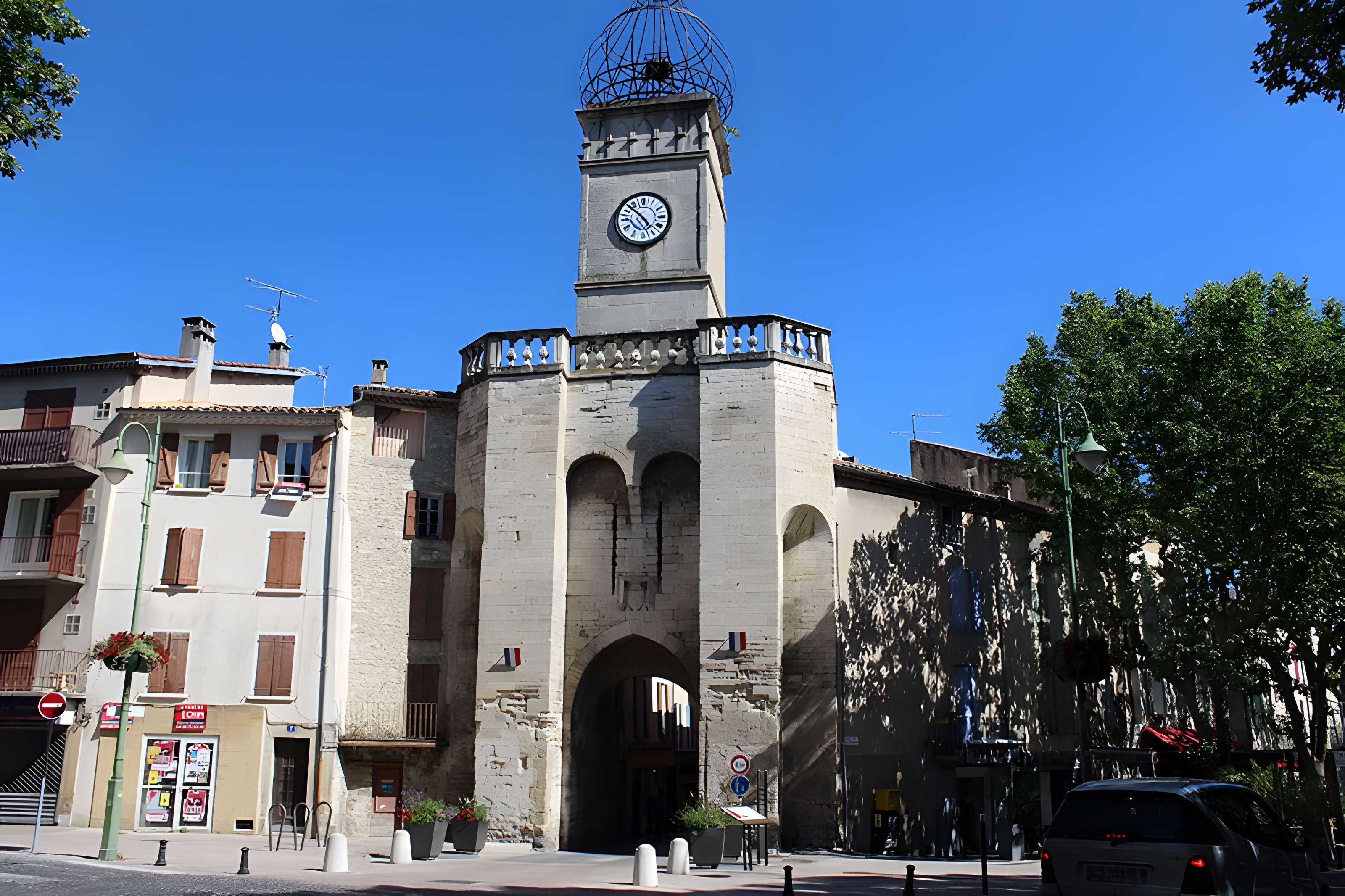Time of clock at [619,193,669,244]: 4:52
